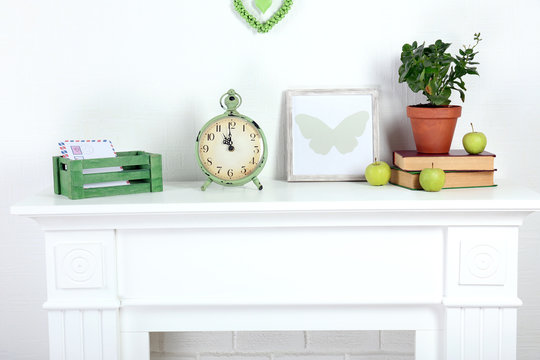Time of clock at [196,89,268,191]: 10:59
